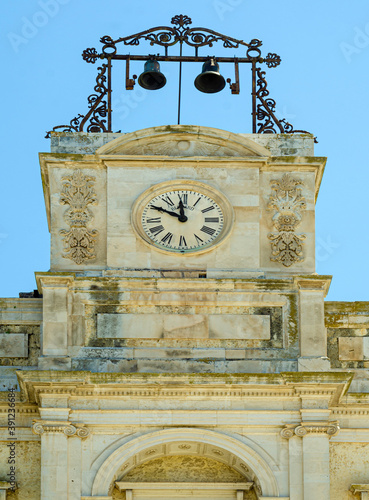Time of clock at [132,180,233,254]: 11:50
